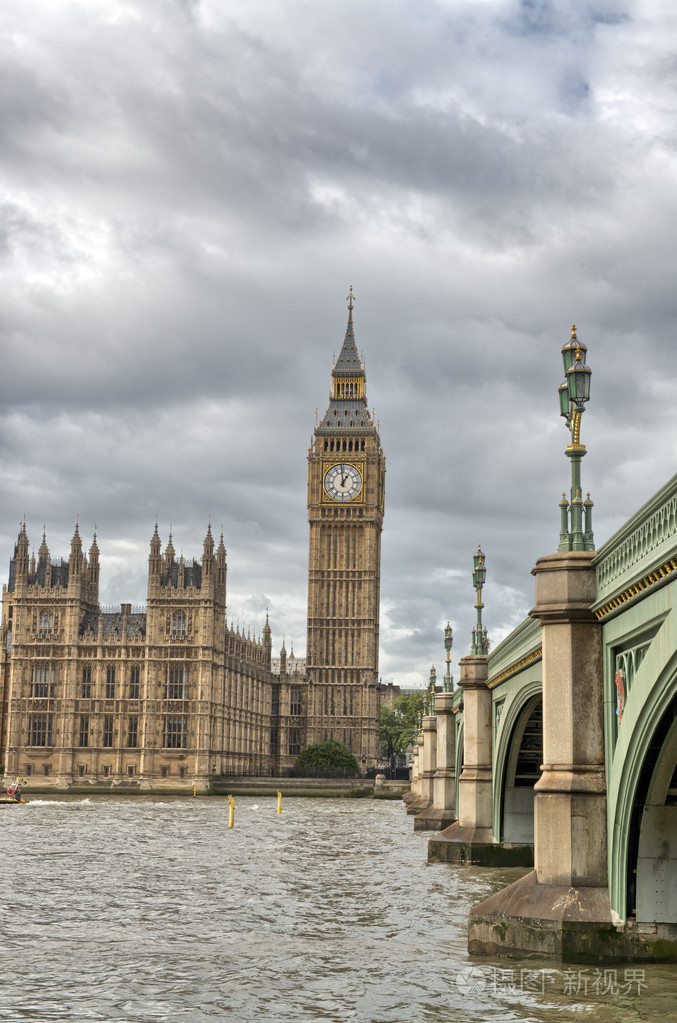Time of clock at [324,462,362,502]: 12:59
